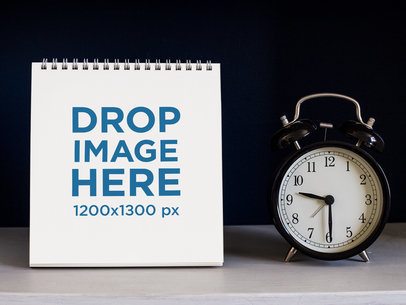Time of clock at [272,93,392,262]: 9:29
